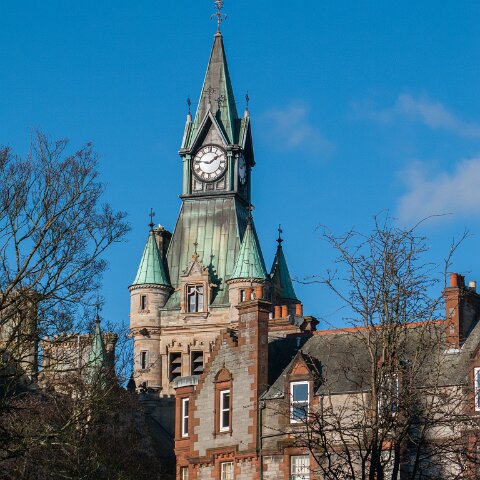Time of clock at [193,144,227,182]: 1:46
